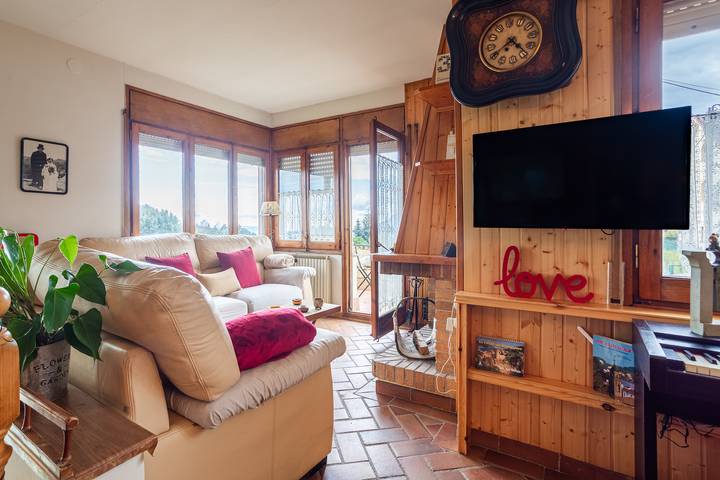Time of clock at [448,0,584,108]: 4:40
